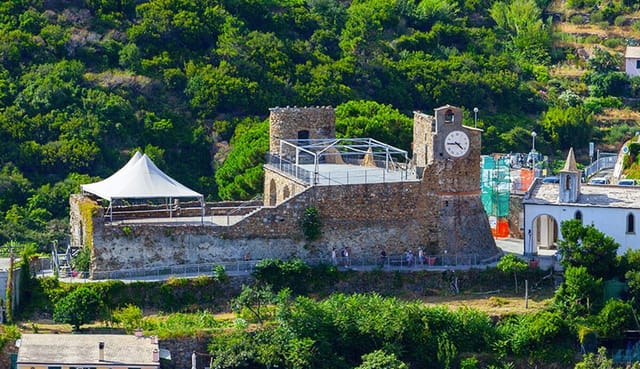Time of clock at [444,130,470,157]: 4:45
